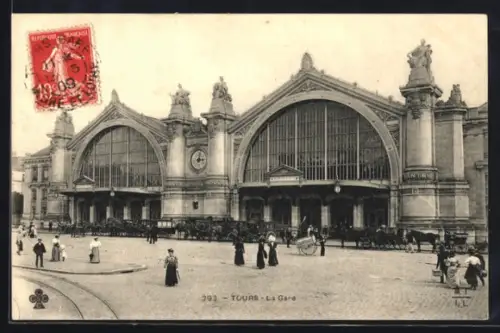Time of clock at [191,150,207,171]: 3:02
